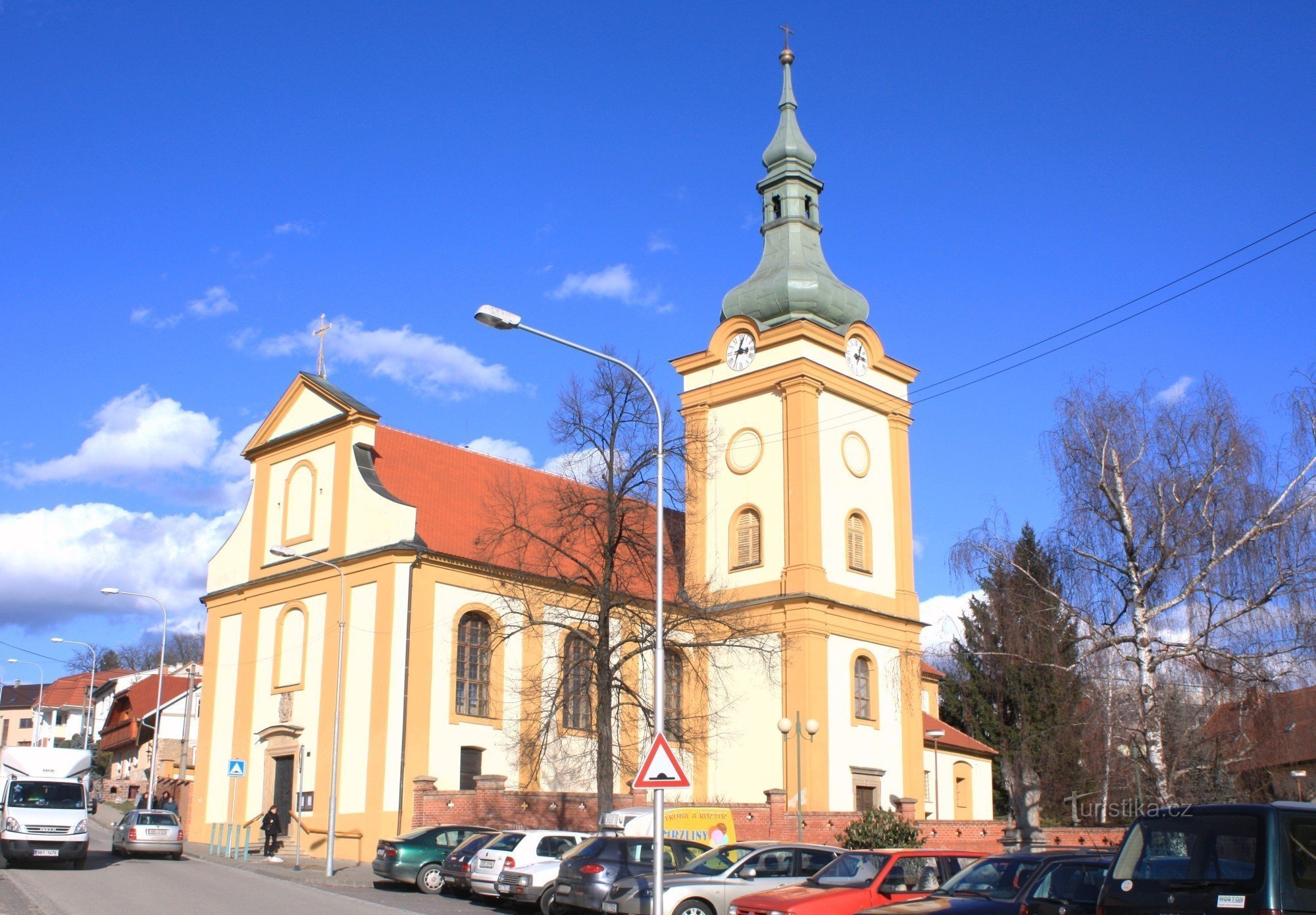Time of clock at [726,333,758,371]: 3:02
